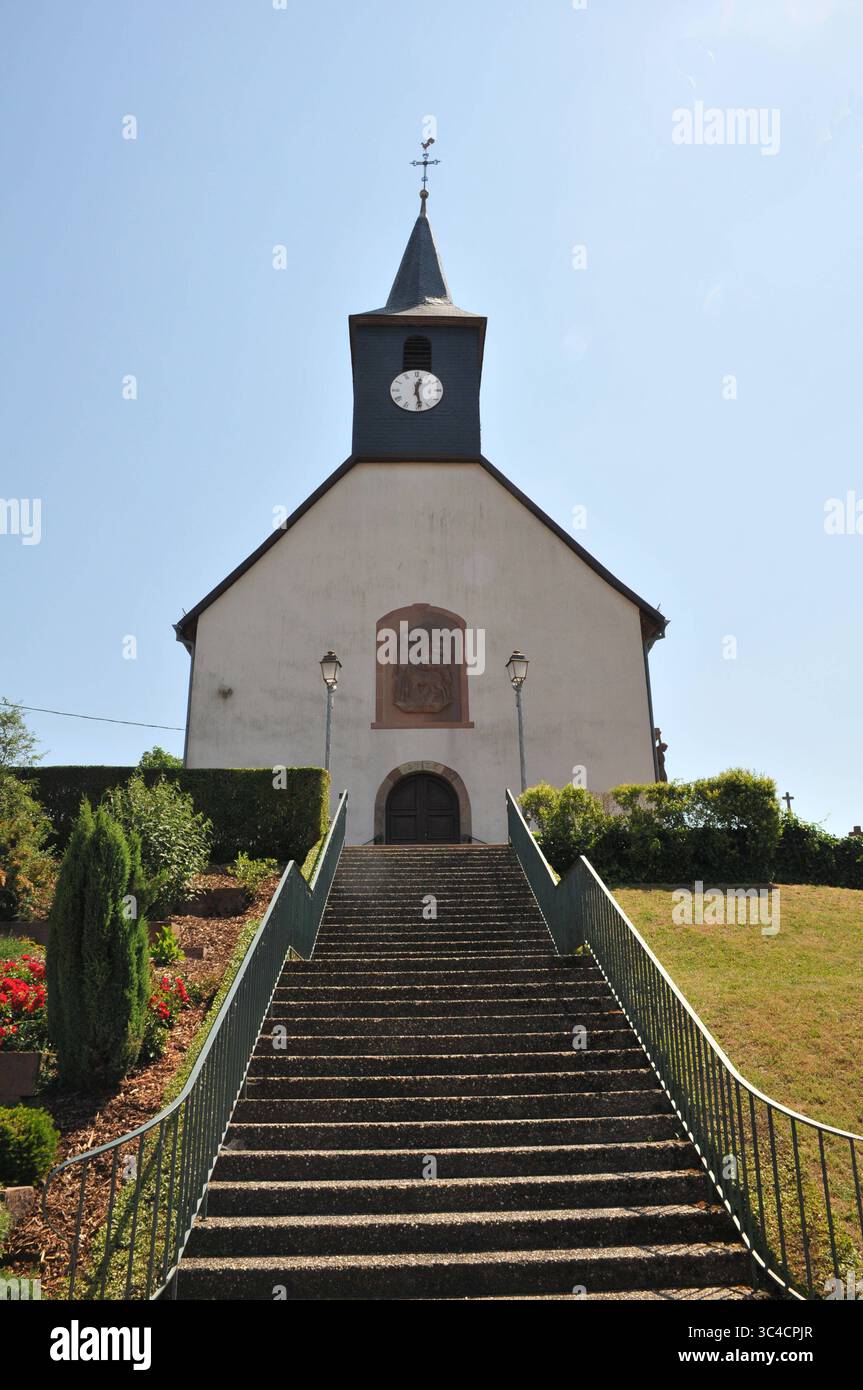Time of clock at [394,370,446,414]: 12:28
